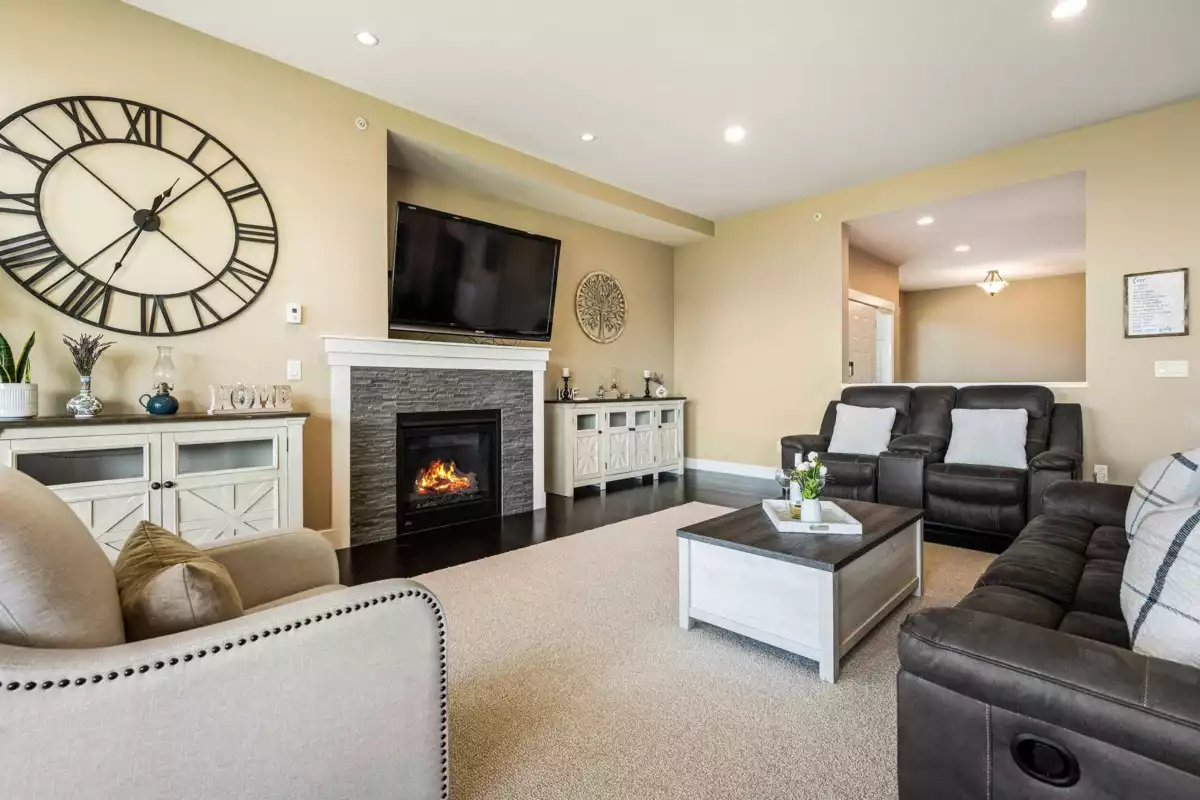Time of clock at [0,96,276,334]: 1:34
